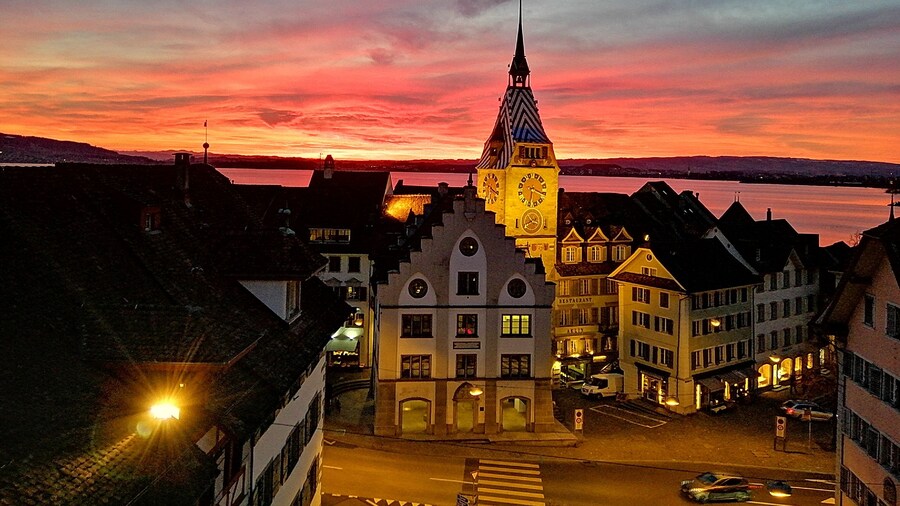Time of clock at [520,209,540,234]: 3:40
